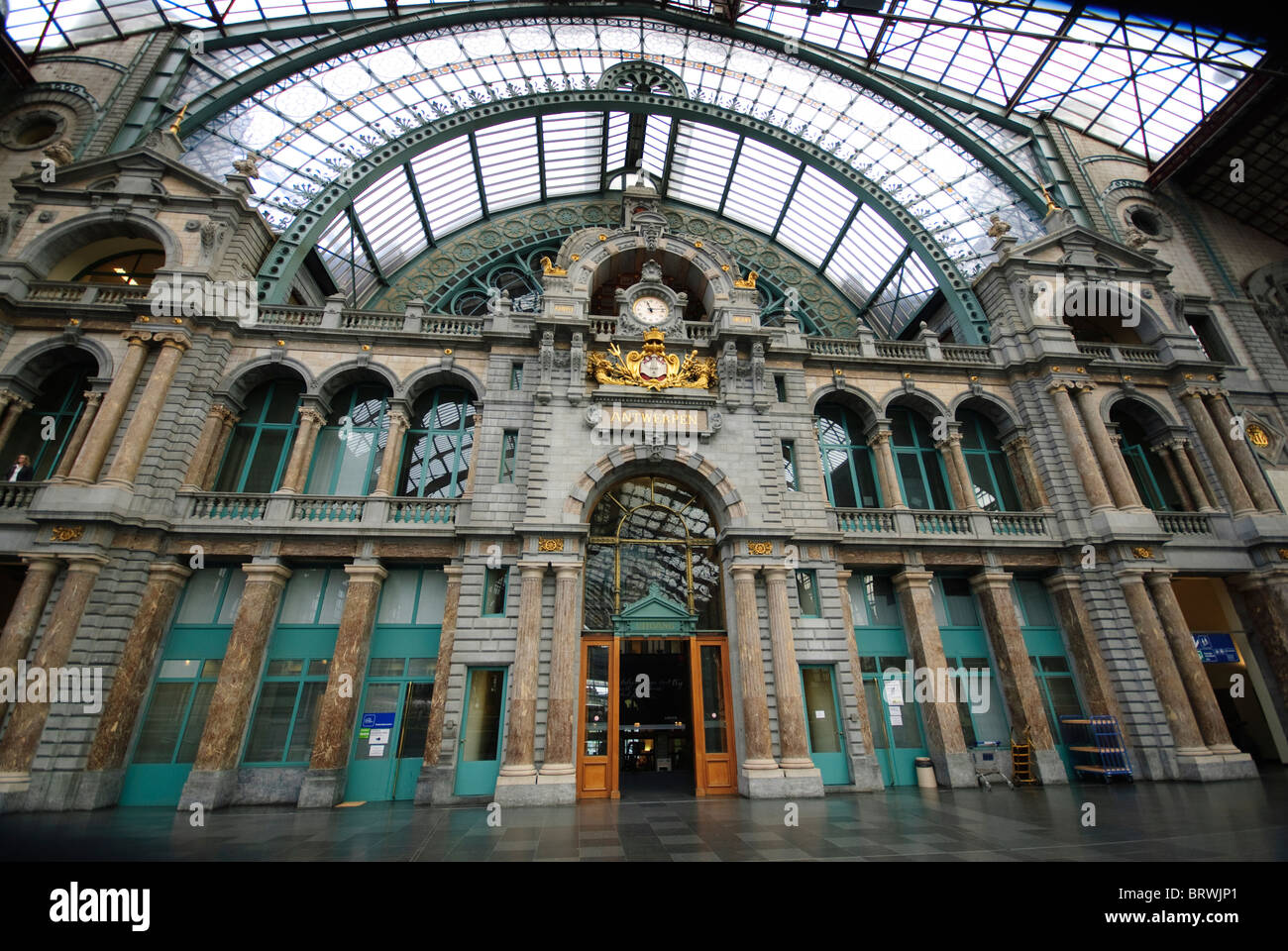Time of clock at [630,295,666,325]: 11:13
